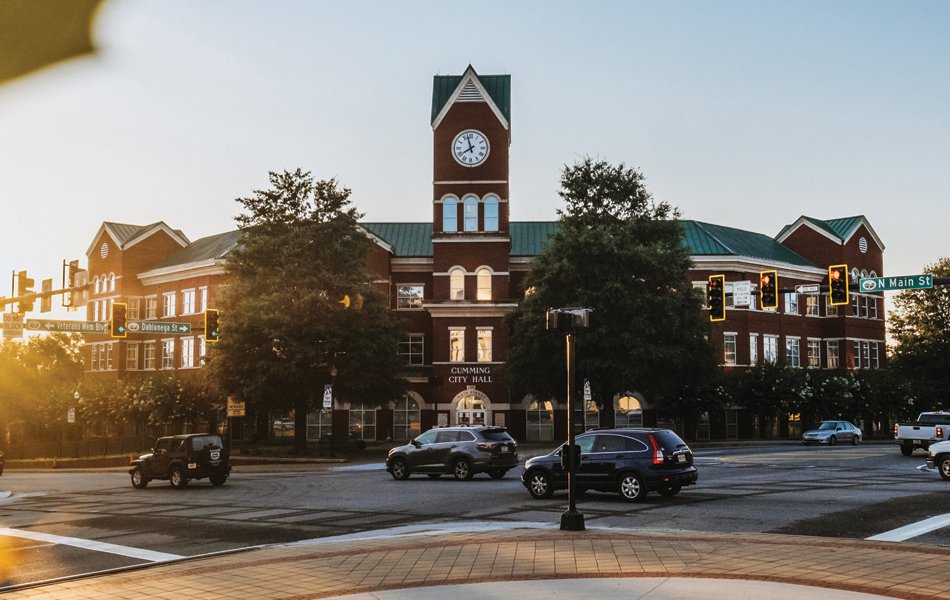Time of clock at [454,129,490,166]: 7:57
